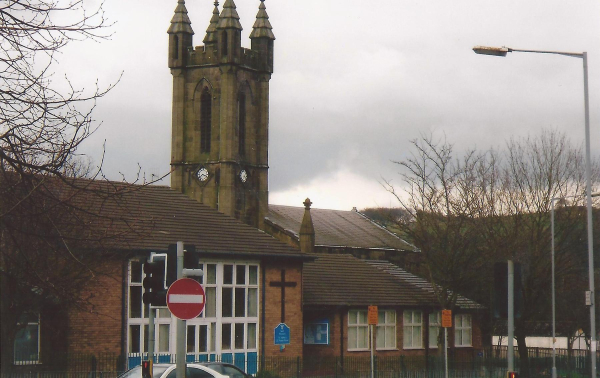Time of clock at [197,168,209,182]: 3:38
